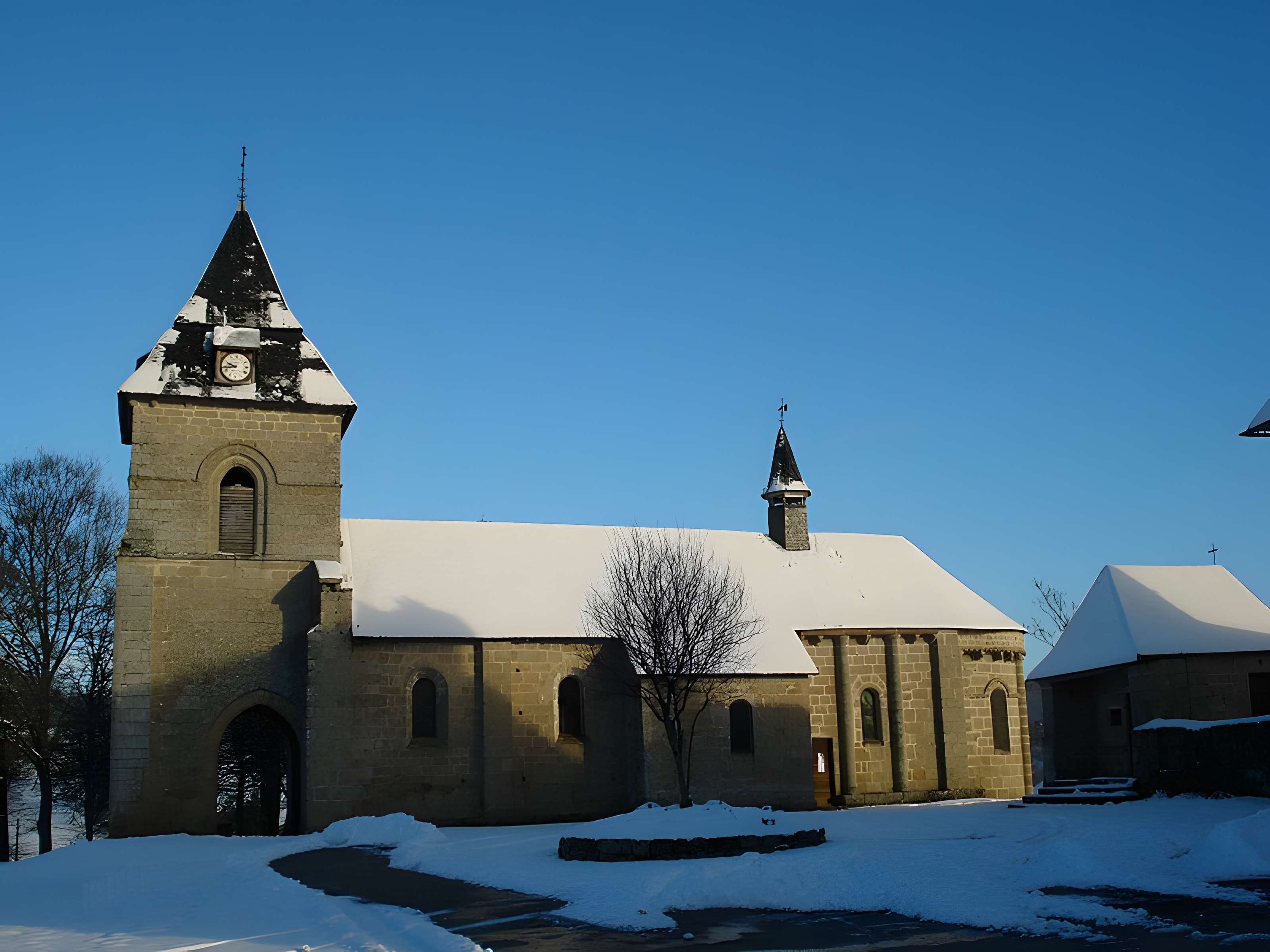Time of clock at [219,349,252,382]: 9:43
